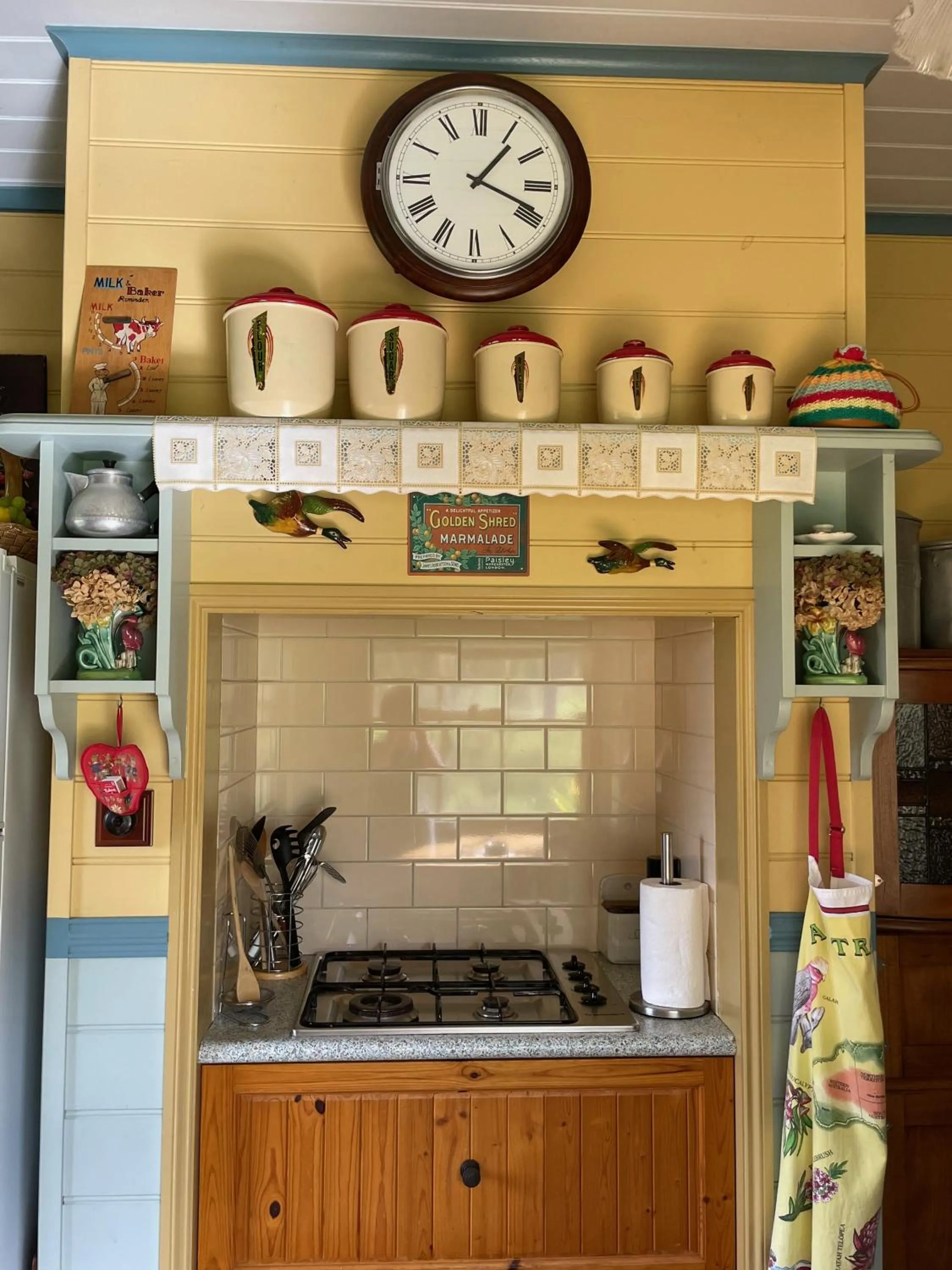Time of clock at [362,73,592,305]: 1:18
